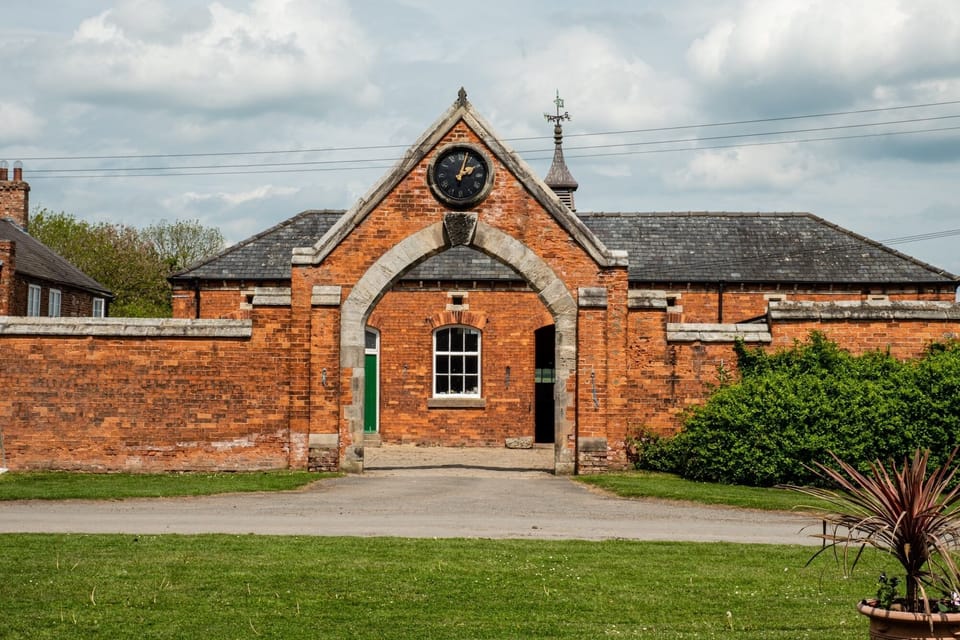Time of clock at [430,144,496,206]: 2:02
